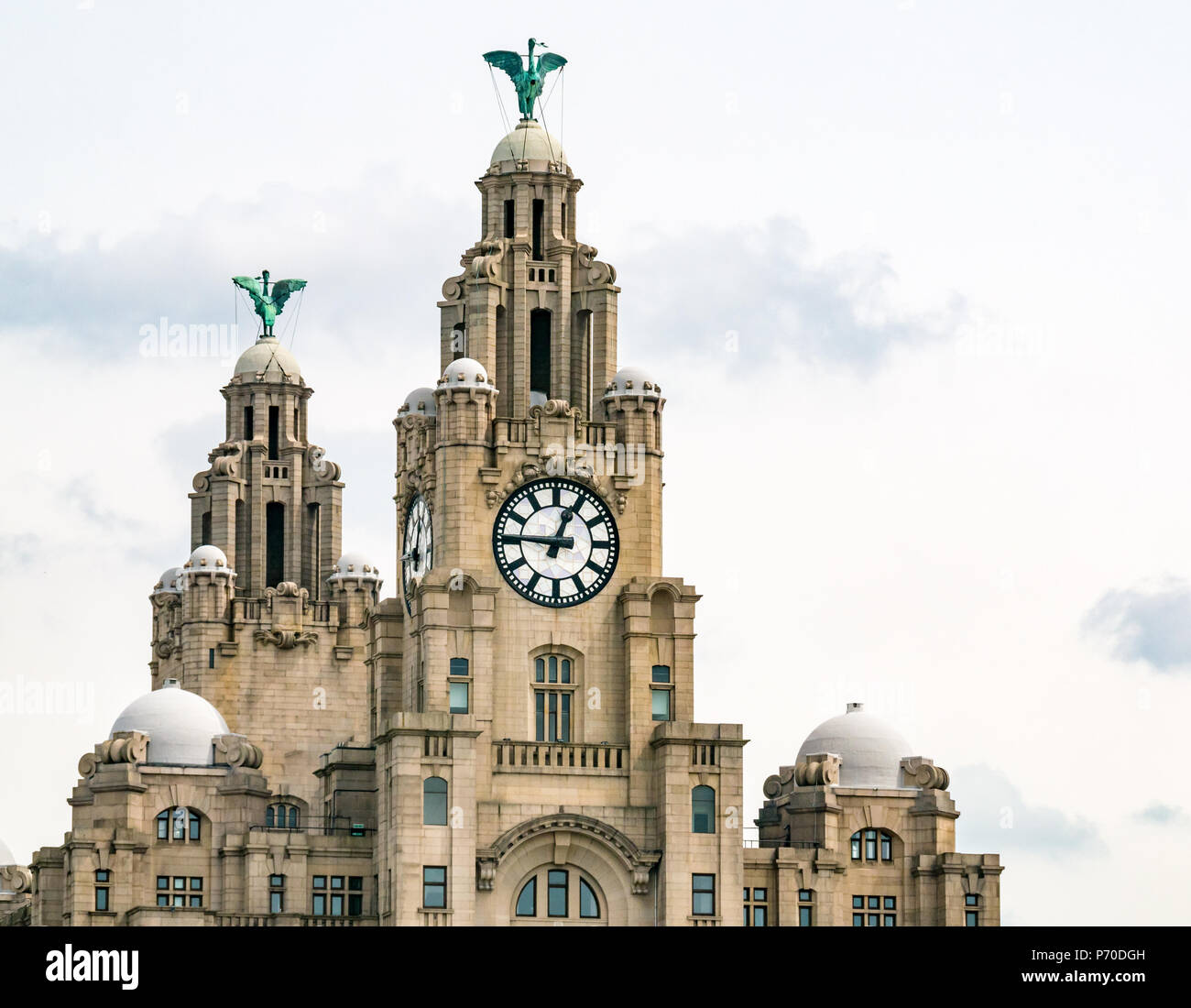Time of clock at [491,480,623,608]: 12:46
